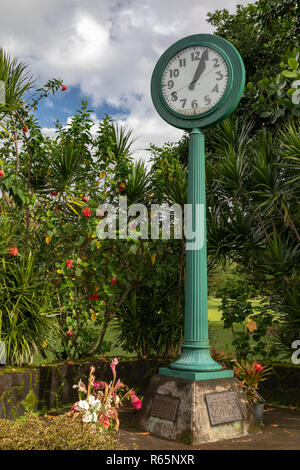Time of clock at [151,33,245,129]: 1:03
